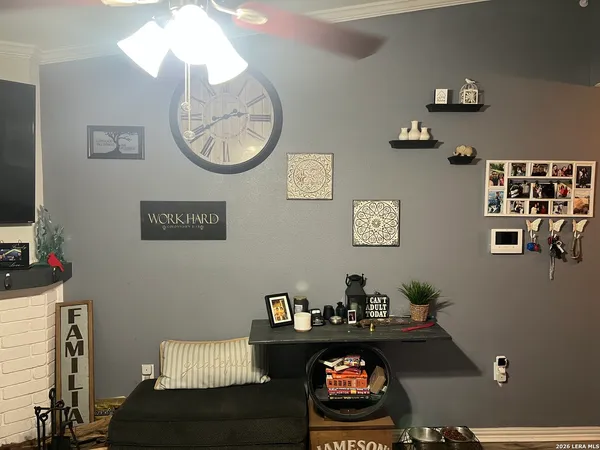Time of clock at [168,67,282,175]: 2:40
